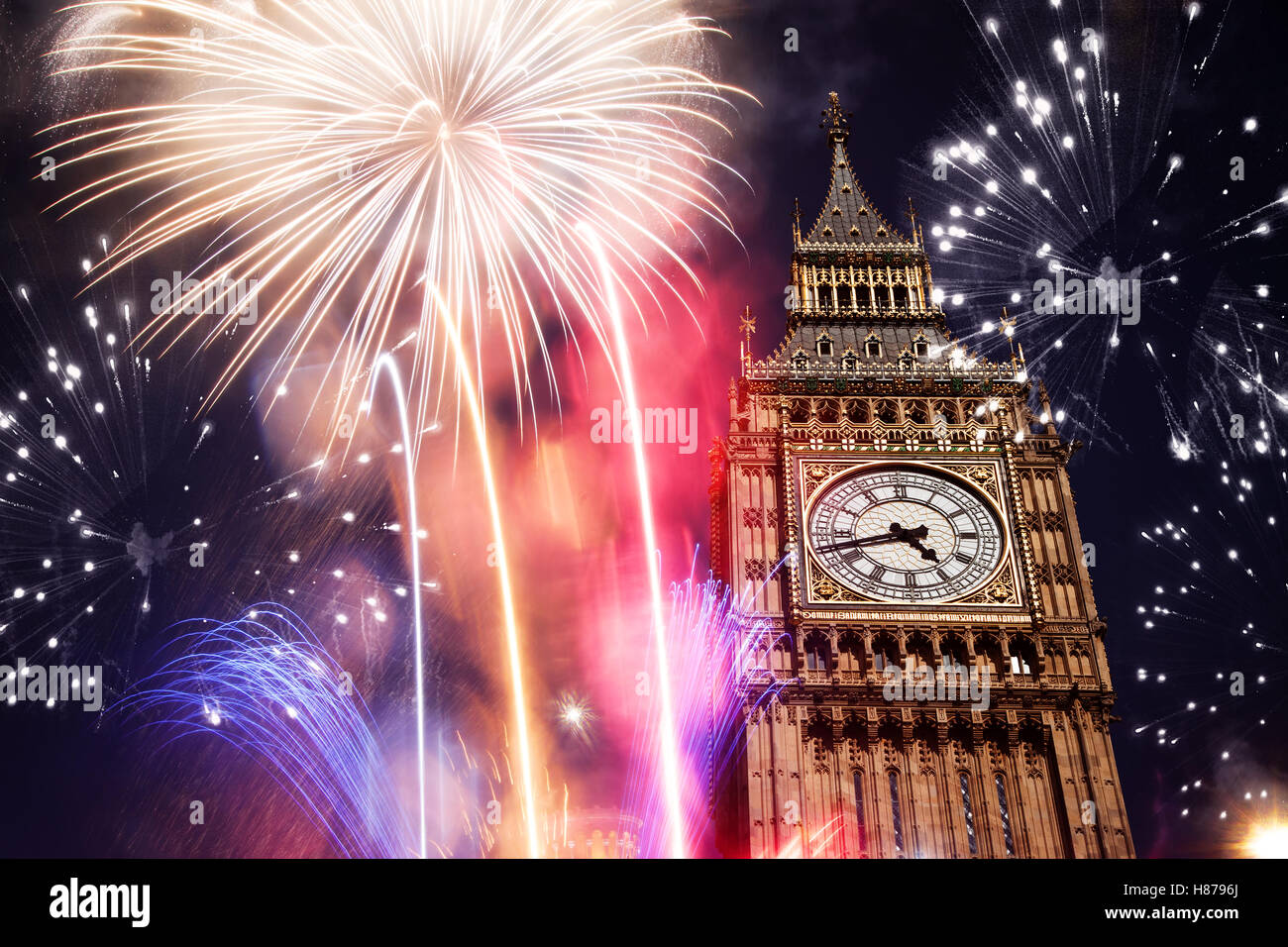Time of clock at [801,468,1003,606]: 4:42
